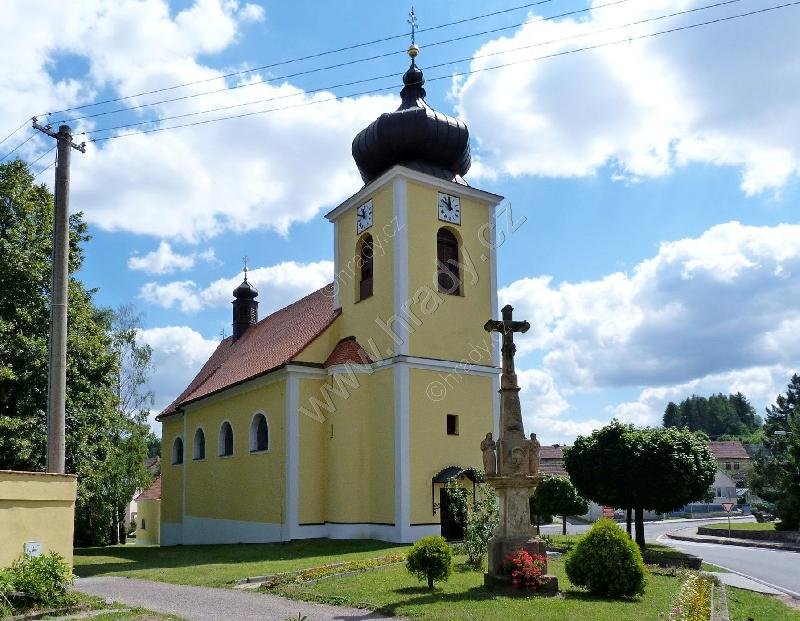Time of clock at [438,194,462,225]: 11:50
